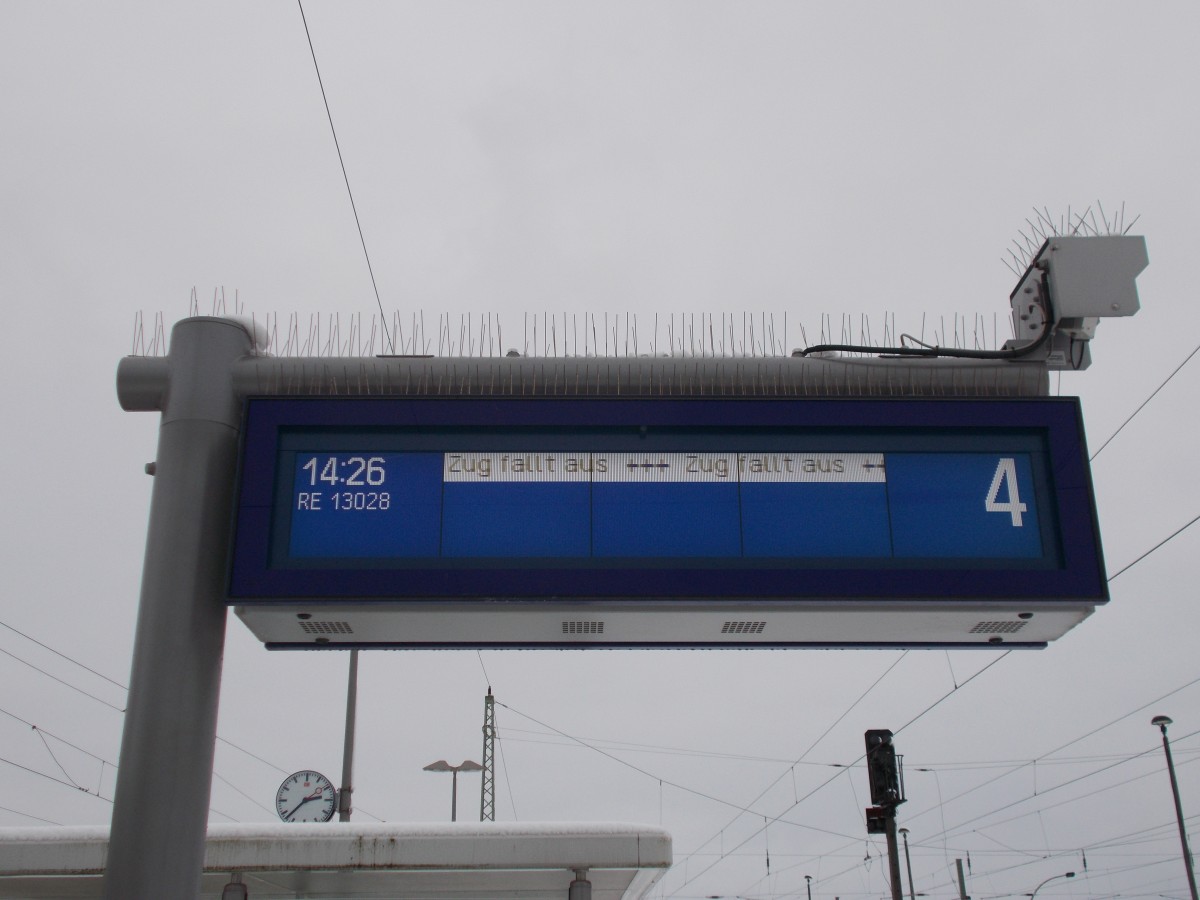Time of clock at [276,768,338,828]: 2:37
